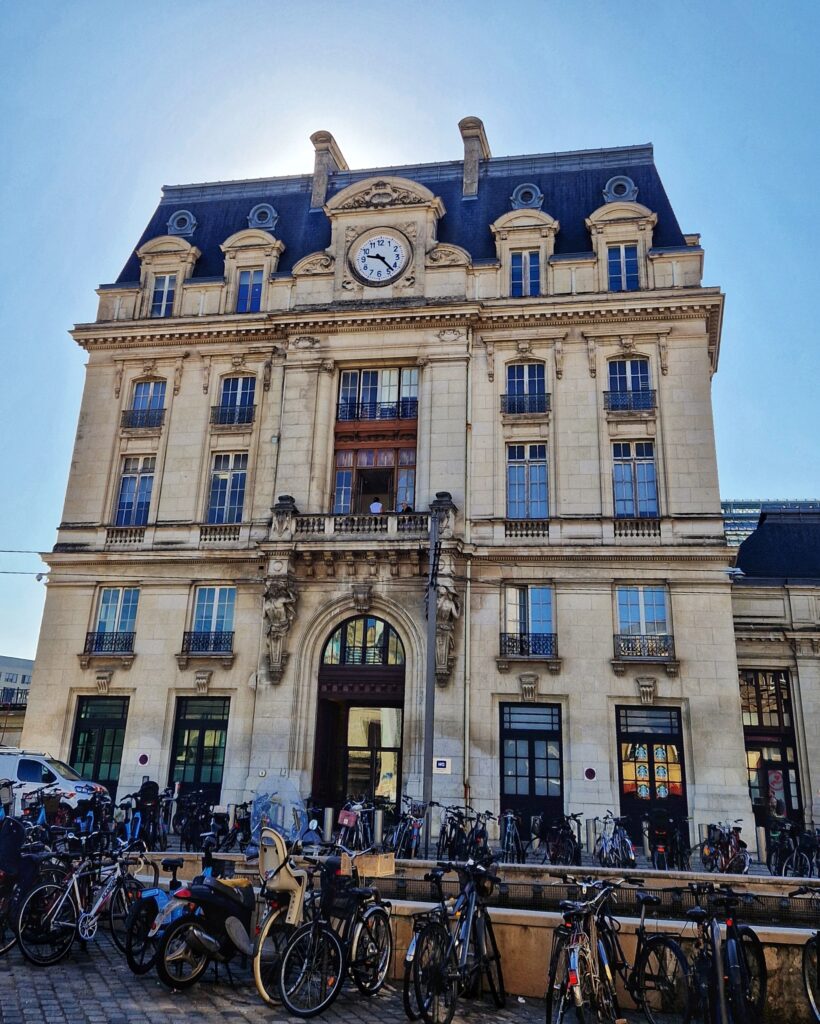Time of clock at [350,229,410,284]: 9:22
